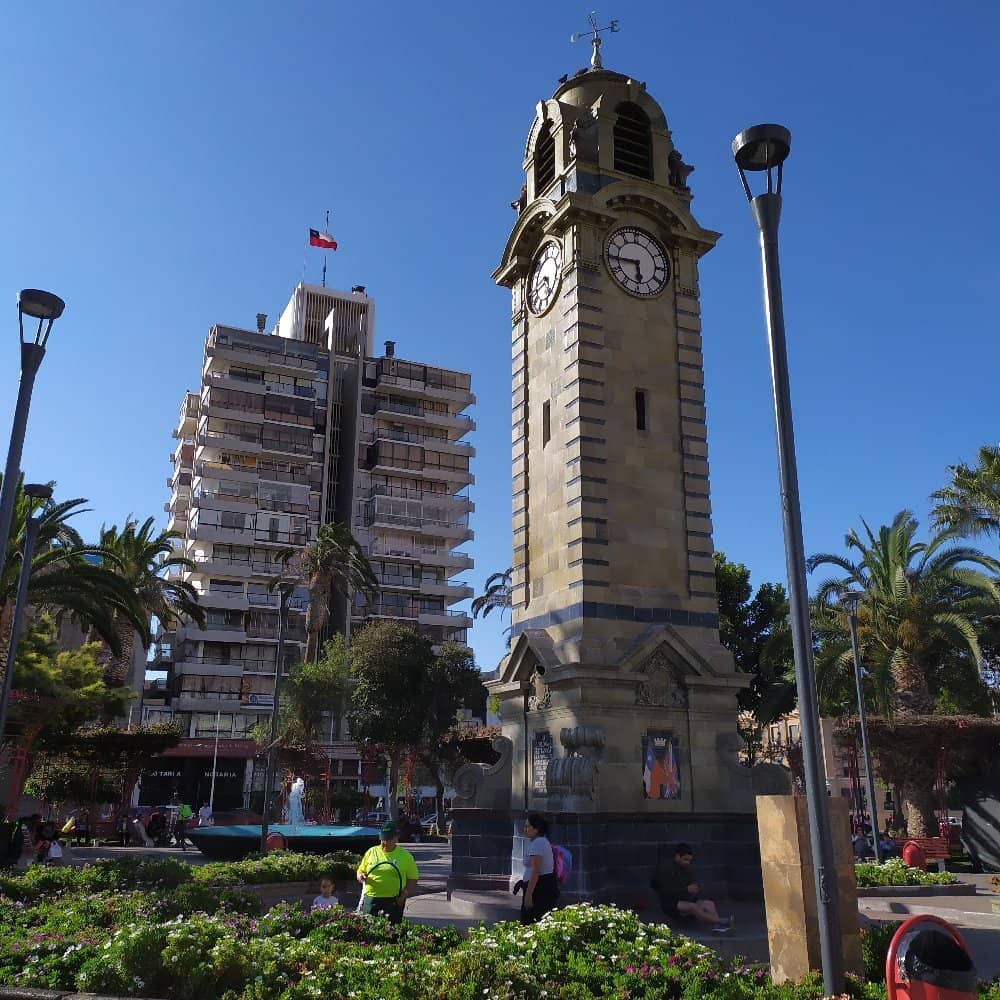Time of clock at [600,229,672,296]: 5:44
